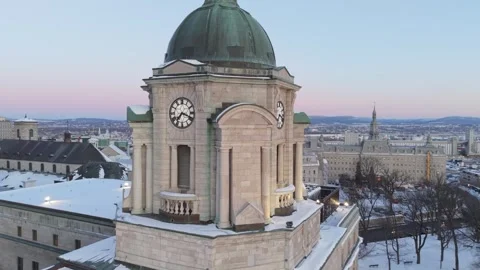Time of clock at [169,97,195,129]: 7:18
